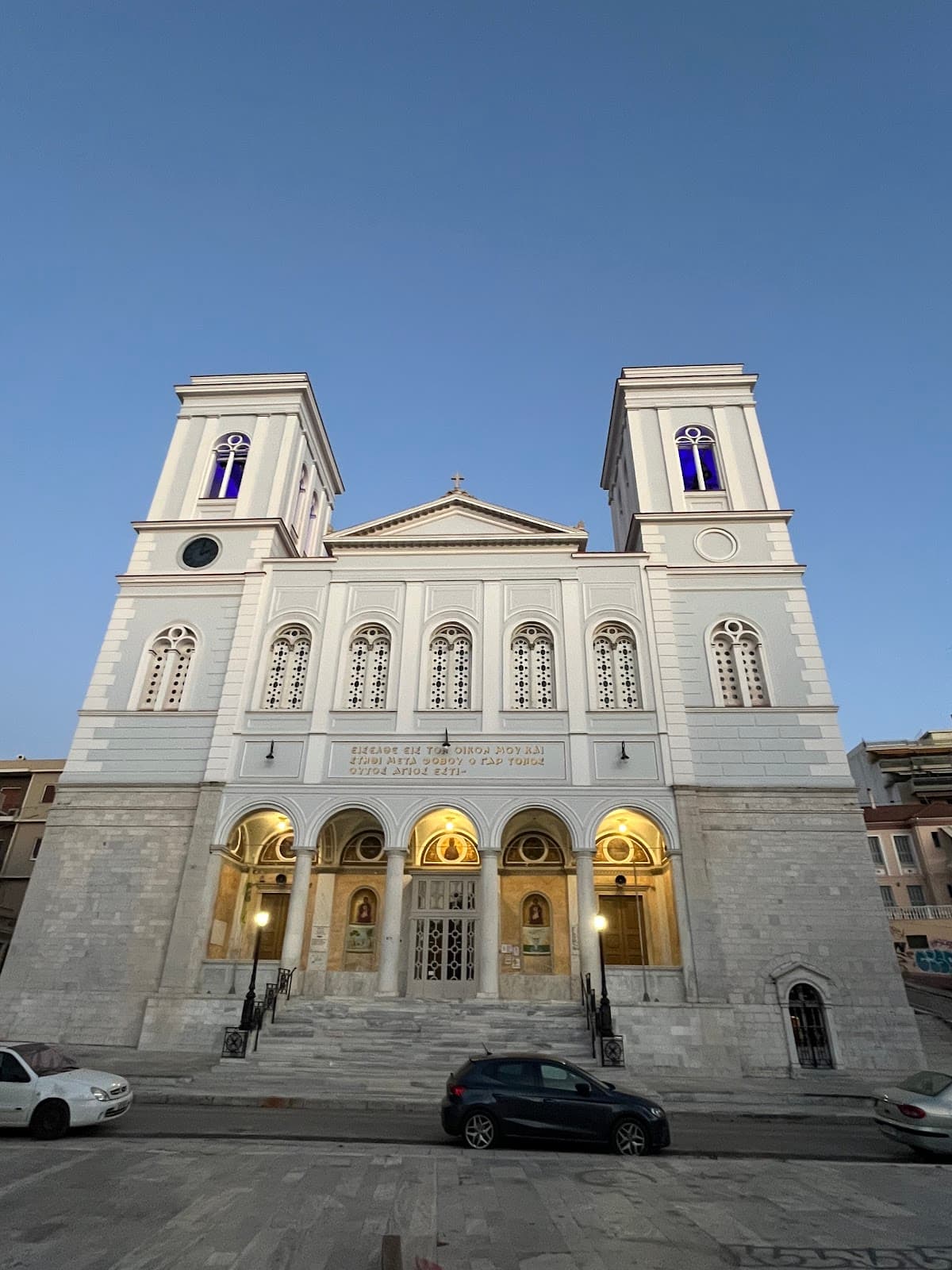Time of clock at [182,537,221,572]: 2:01
